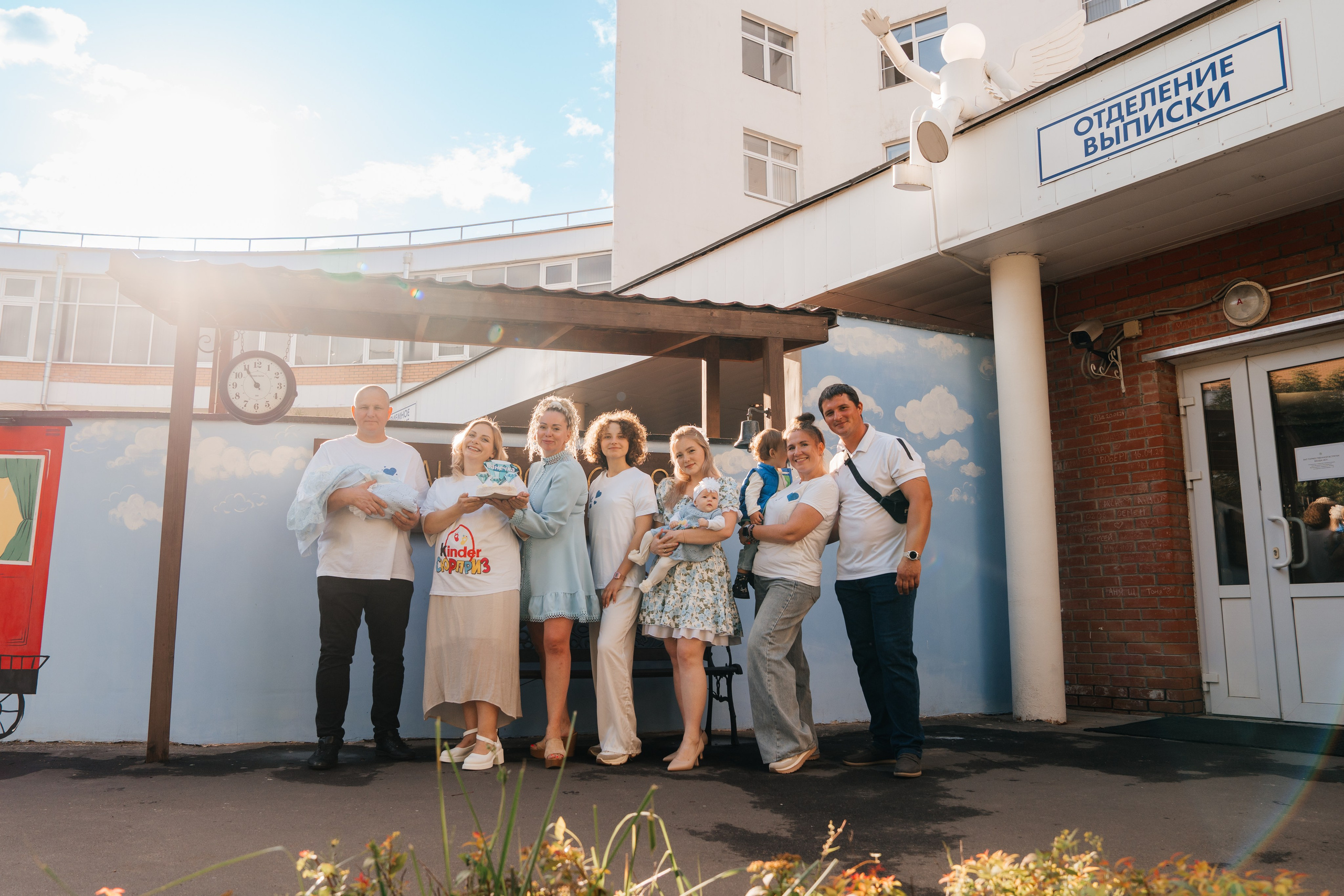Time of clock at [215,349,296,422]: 10:54
